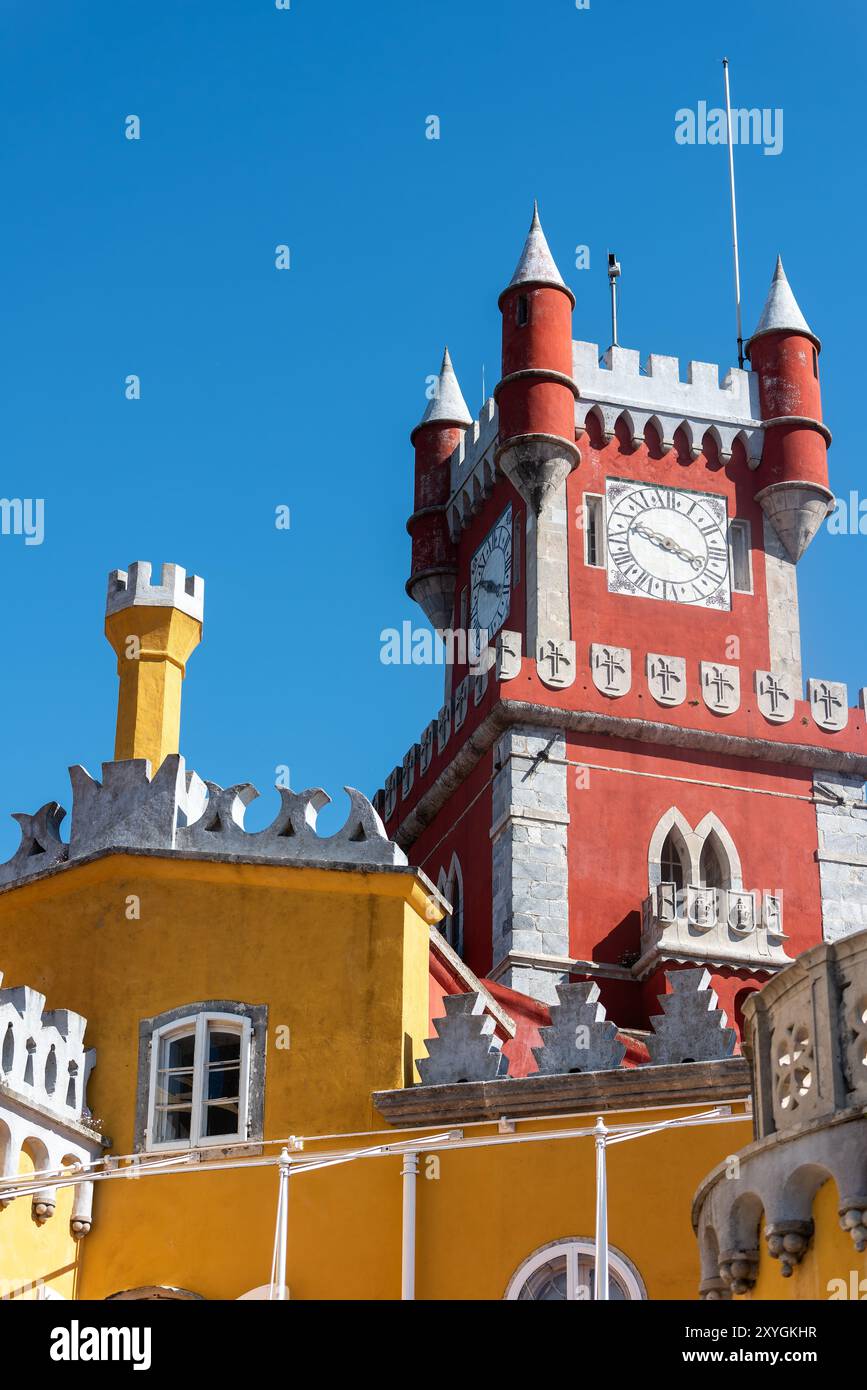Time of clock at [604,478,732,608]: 3:48
